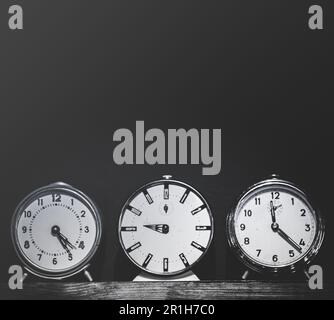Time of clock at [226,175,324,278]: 11:22
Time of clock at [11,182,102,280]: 4:24
